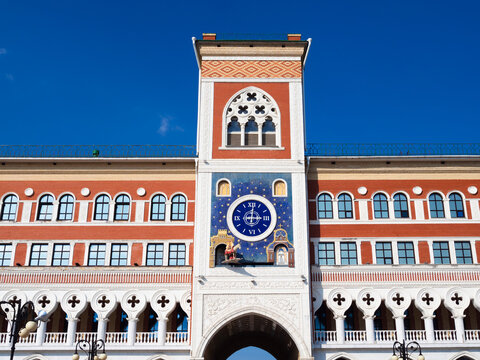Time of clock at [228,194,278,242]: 3:01
